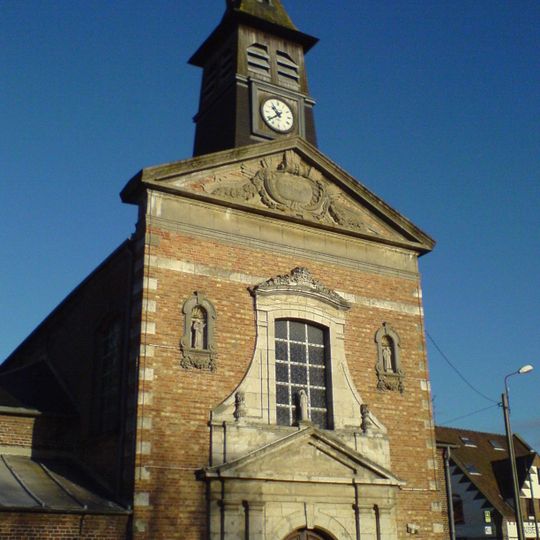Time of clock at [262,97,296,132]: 10:38
